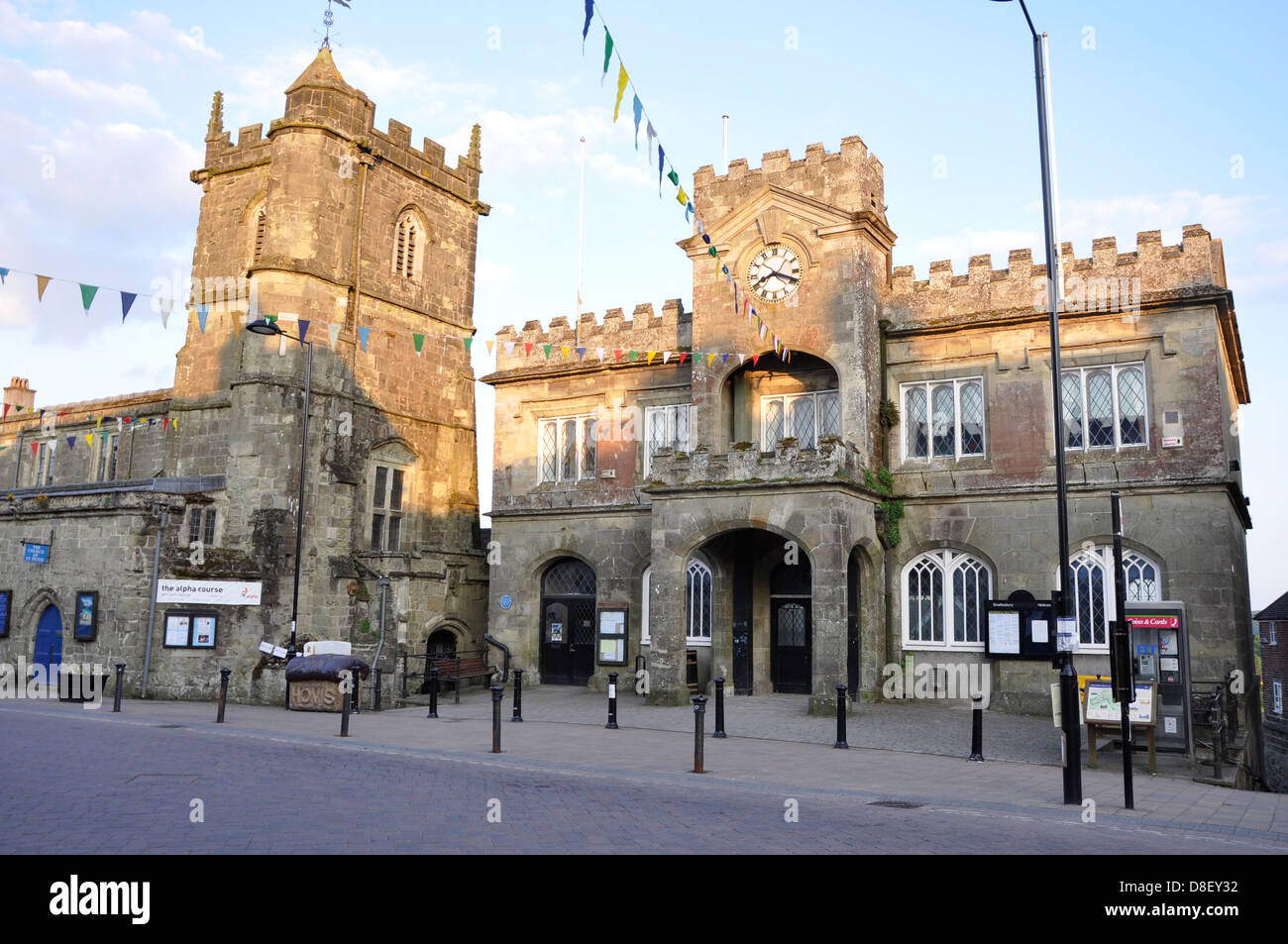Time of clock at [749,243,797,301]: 8:18
